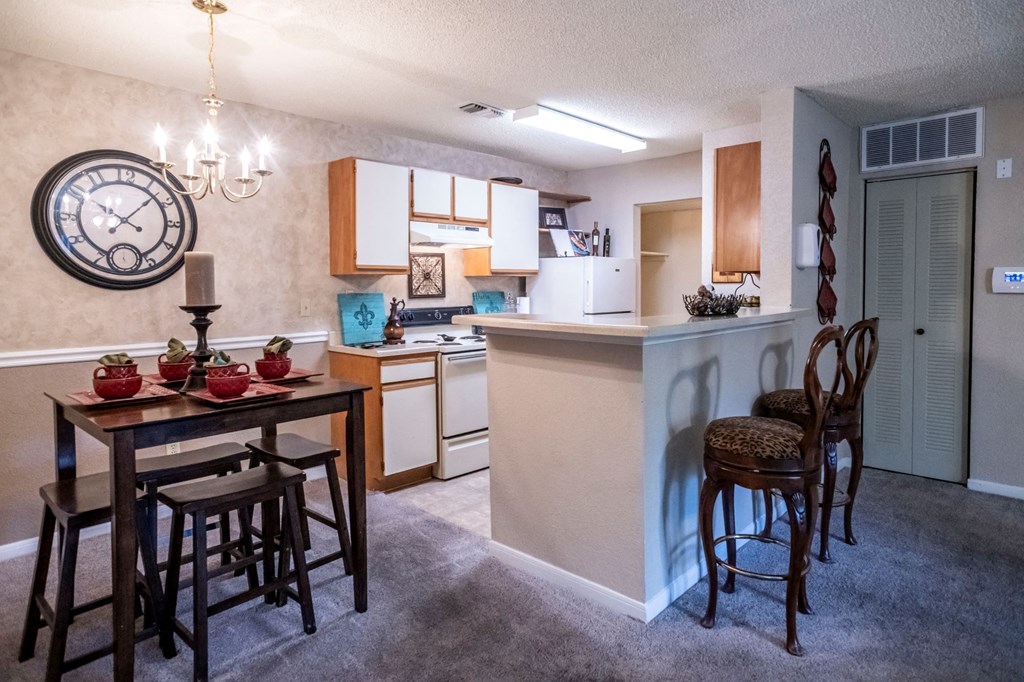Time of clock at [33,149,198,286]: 10:07
